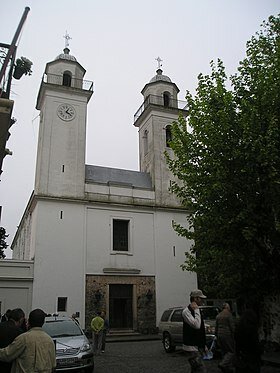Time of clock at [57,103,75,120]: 4:04
